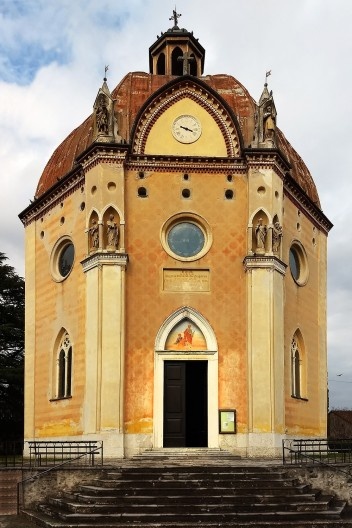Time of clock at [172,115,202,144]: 3:48
